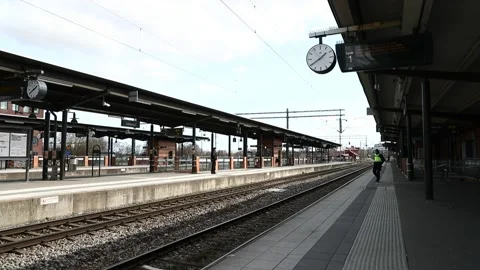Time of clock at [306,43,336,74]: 1:39
